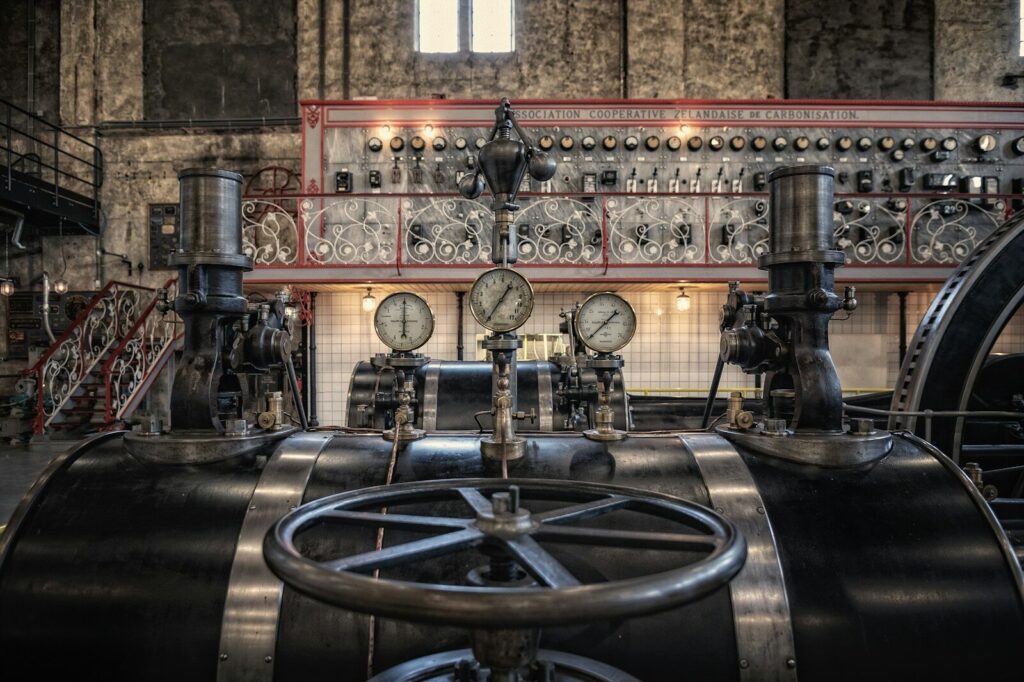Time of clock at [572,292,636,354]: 1:37
